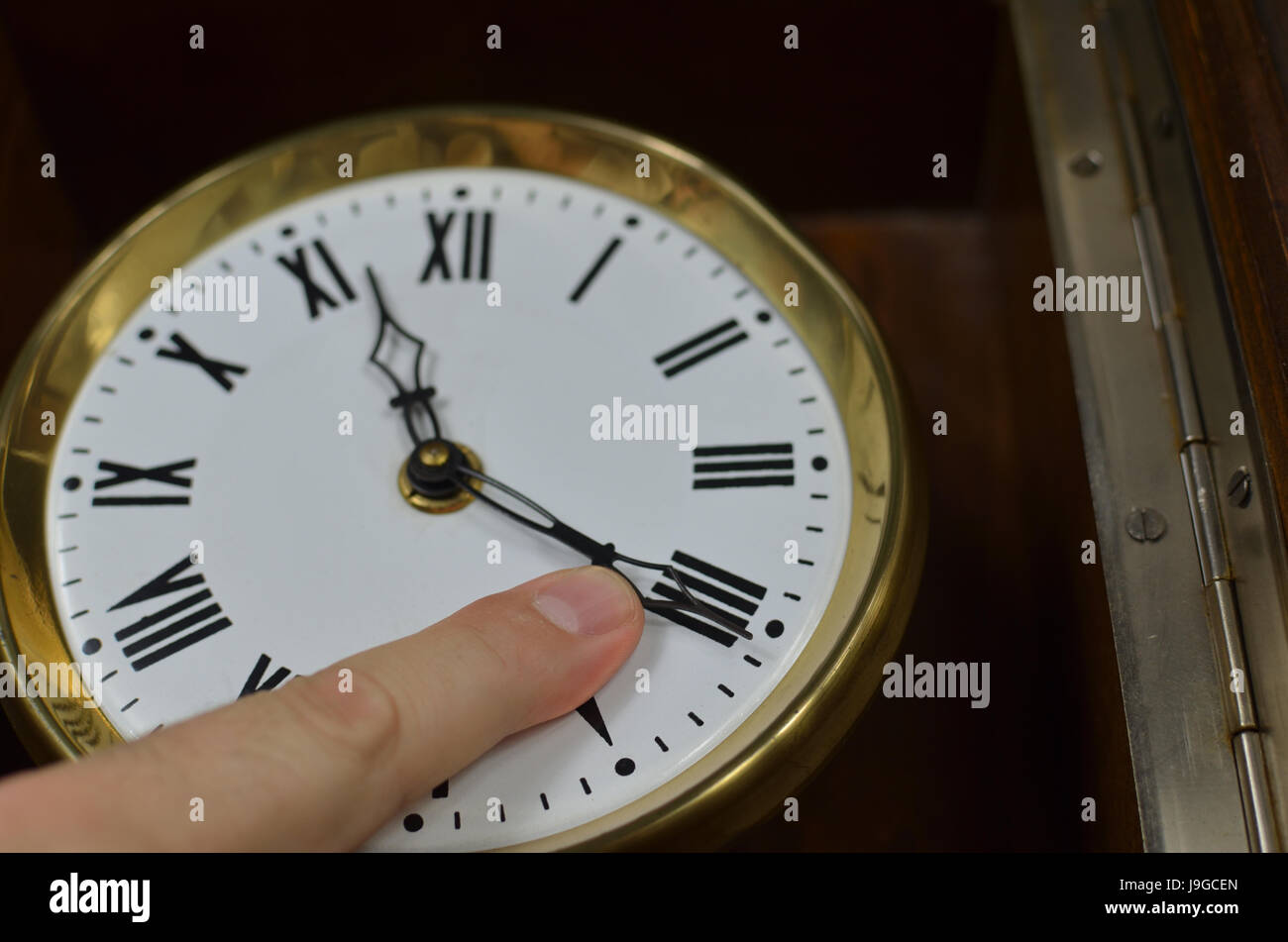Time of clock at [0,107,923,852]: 11:20
